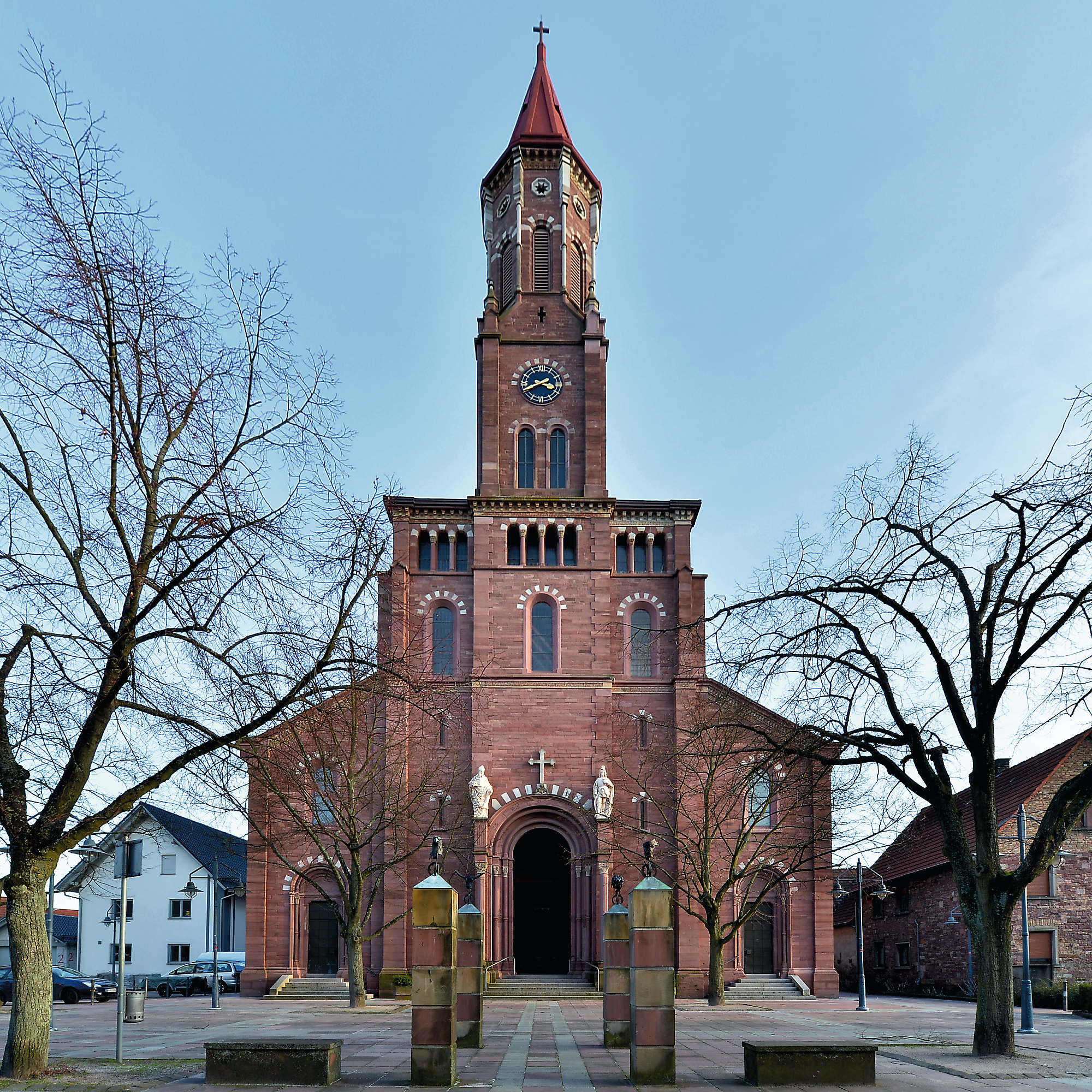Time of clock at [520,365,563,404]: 3:40
